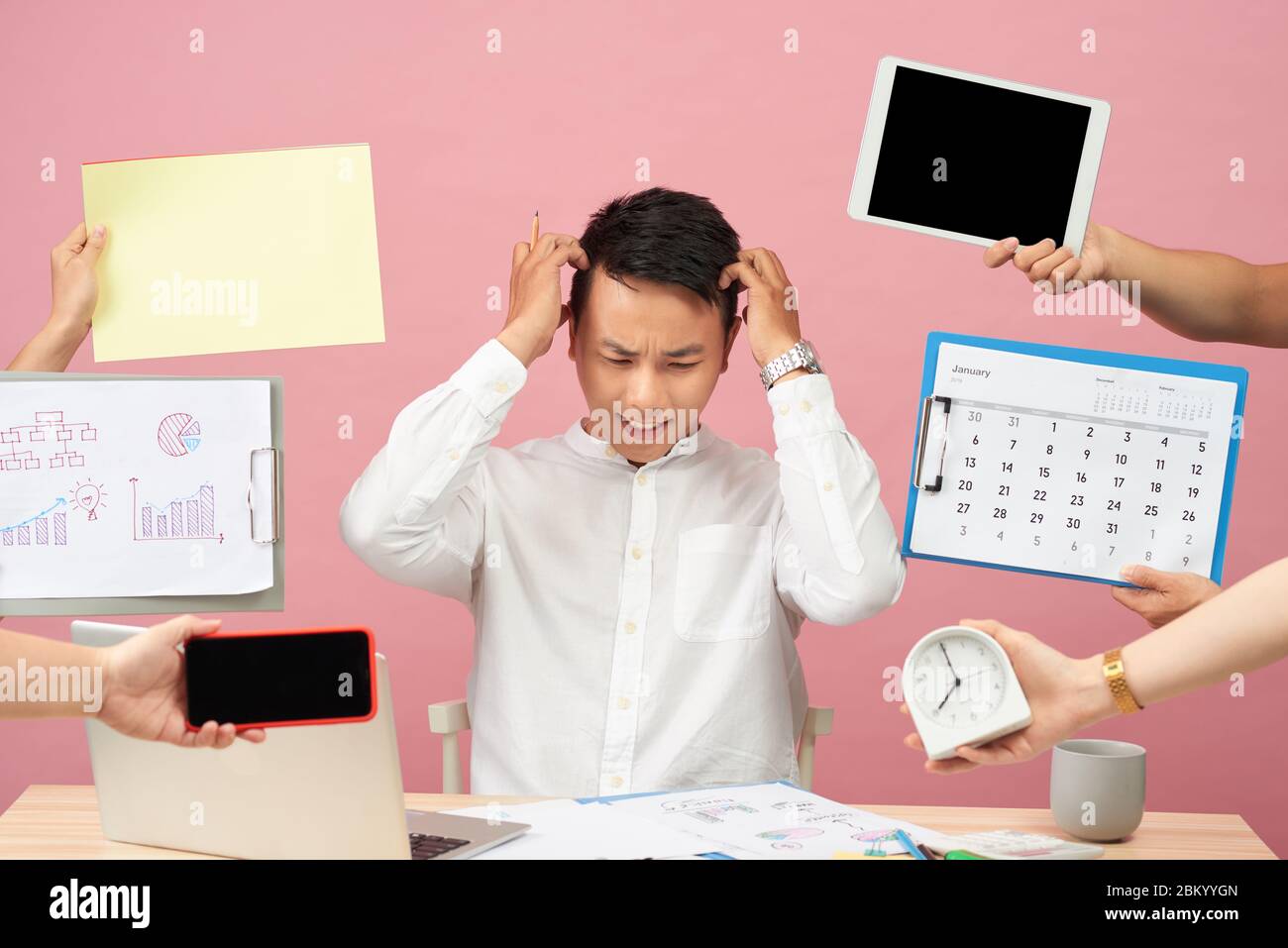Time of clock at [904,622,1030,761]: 6:55
